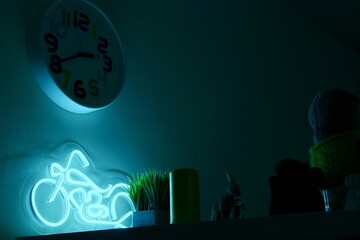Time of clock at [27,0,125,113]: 2:40
